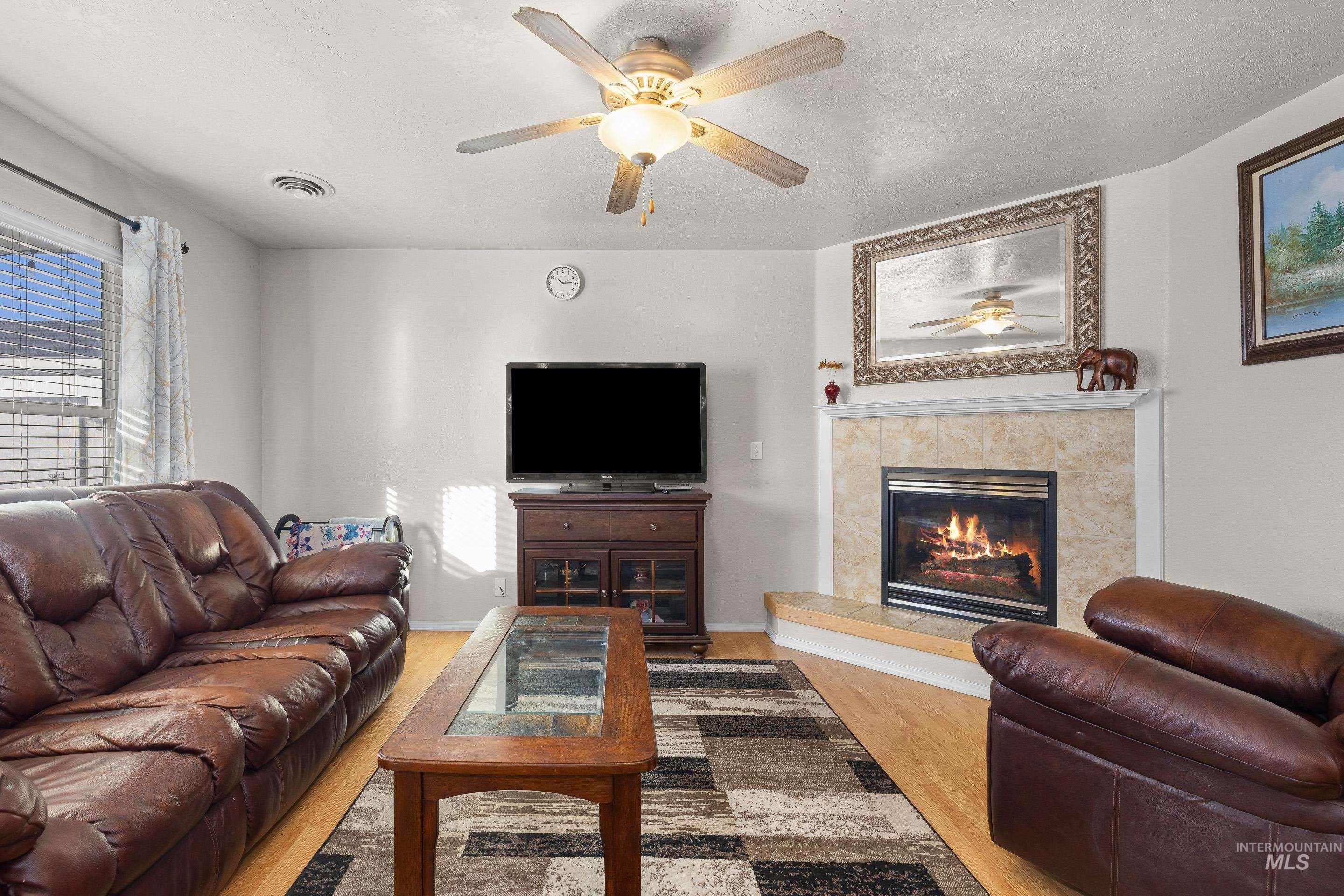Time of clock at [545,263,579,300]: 2:51
